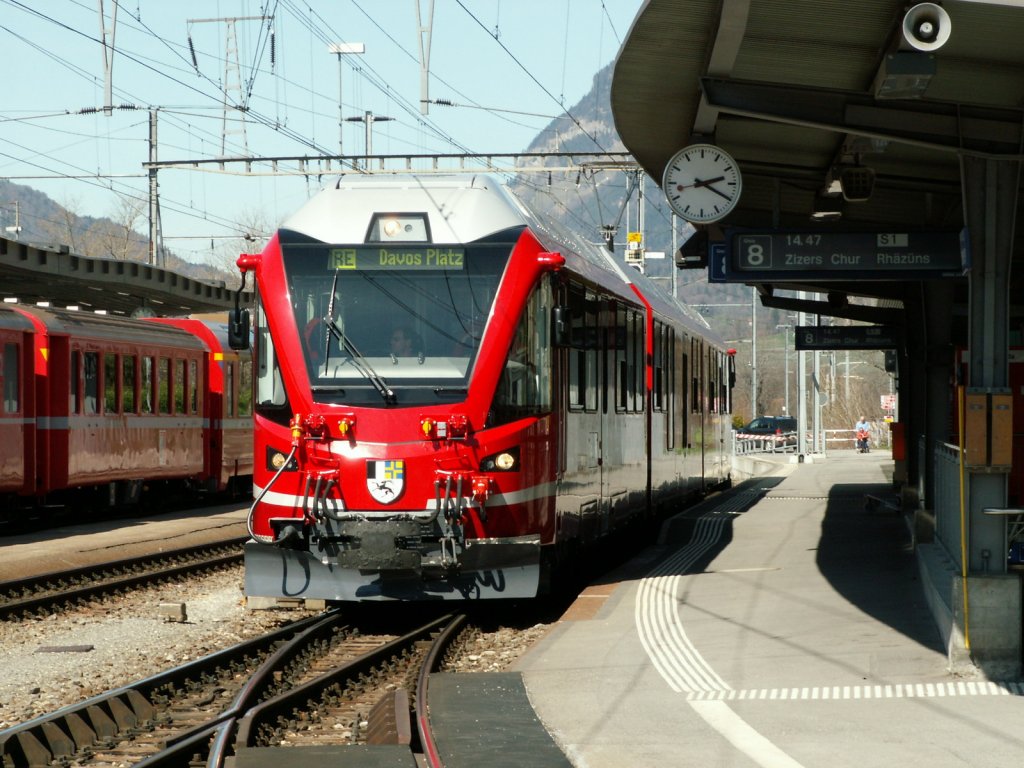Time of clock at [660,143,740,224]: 2:19
